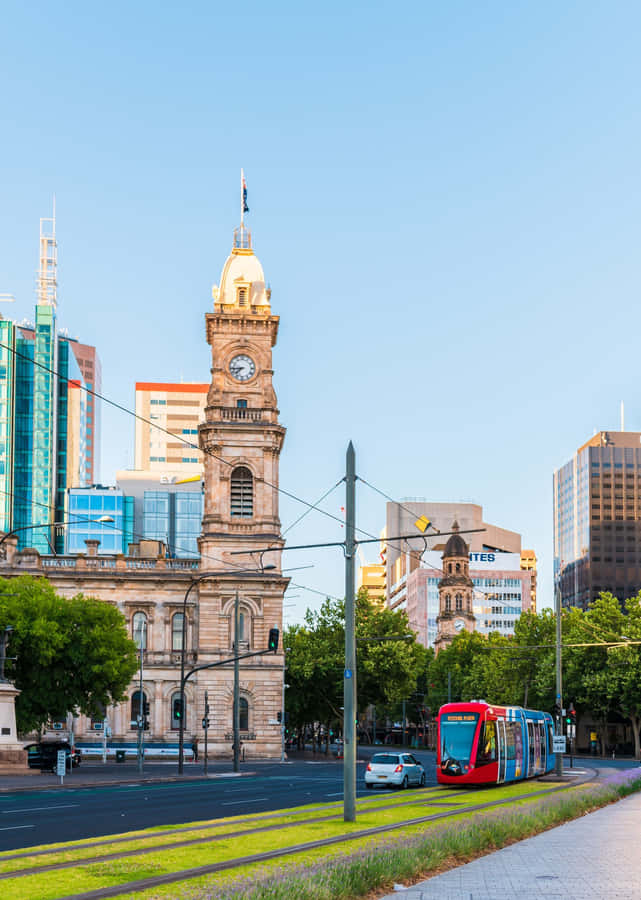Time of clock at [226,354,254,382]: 7:43
